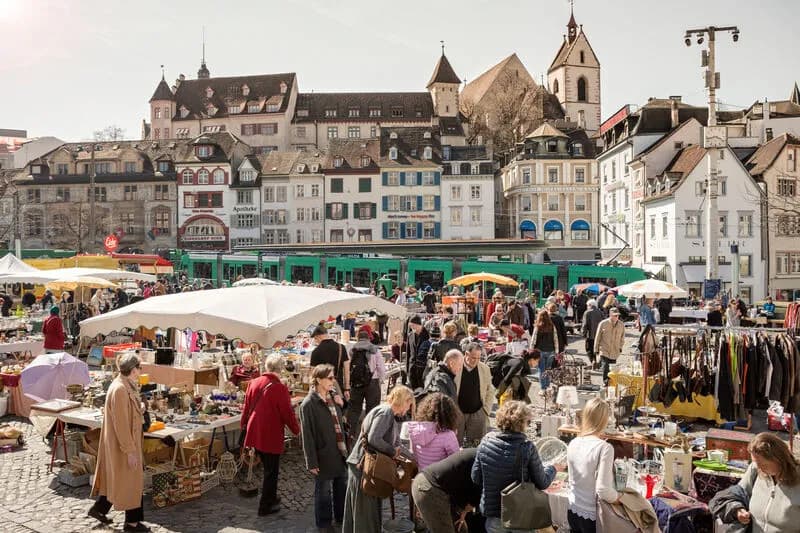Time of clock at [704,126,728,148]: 3:43
